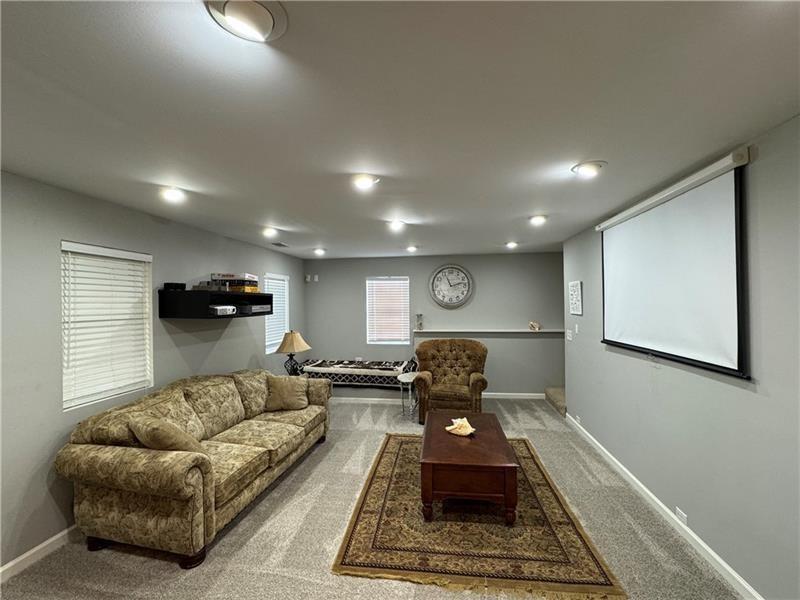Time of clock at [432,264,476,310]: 11:12
